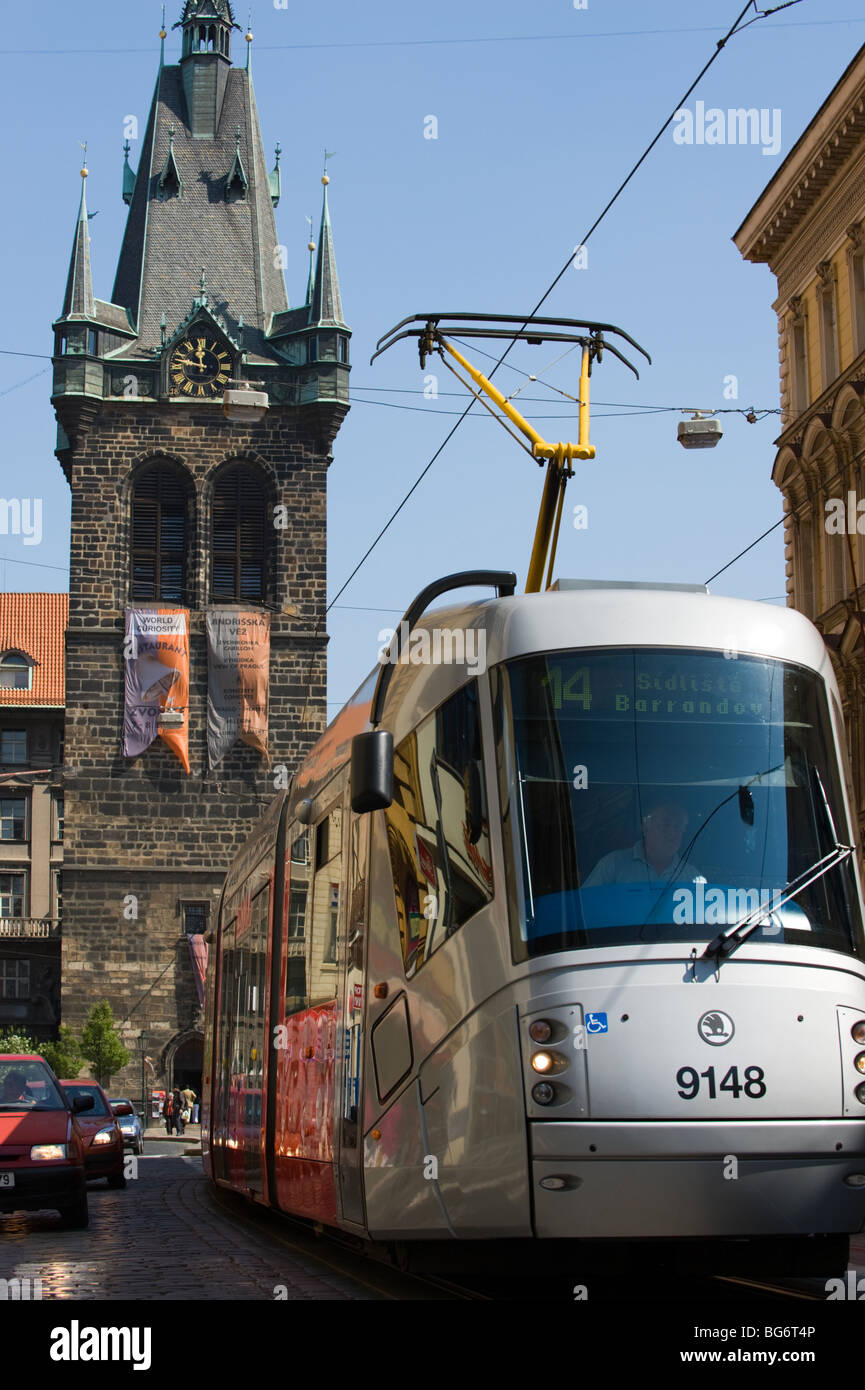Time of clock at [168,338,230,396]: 11:47
